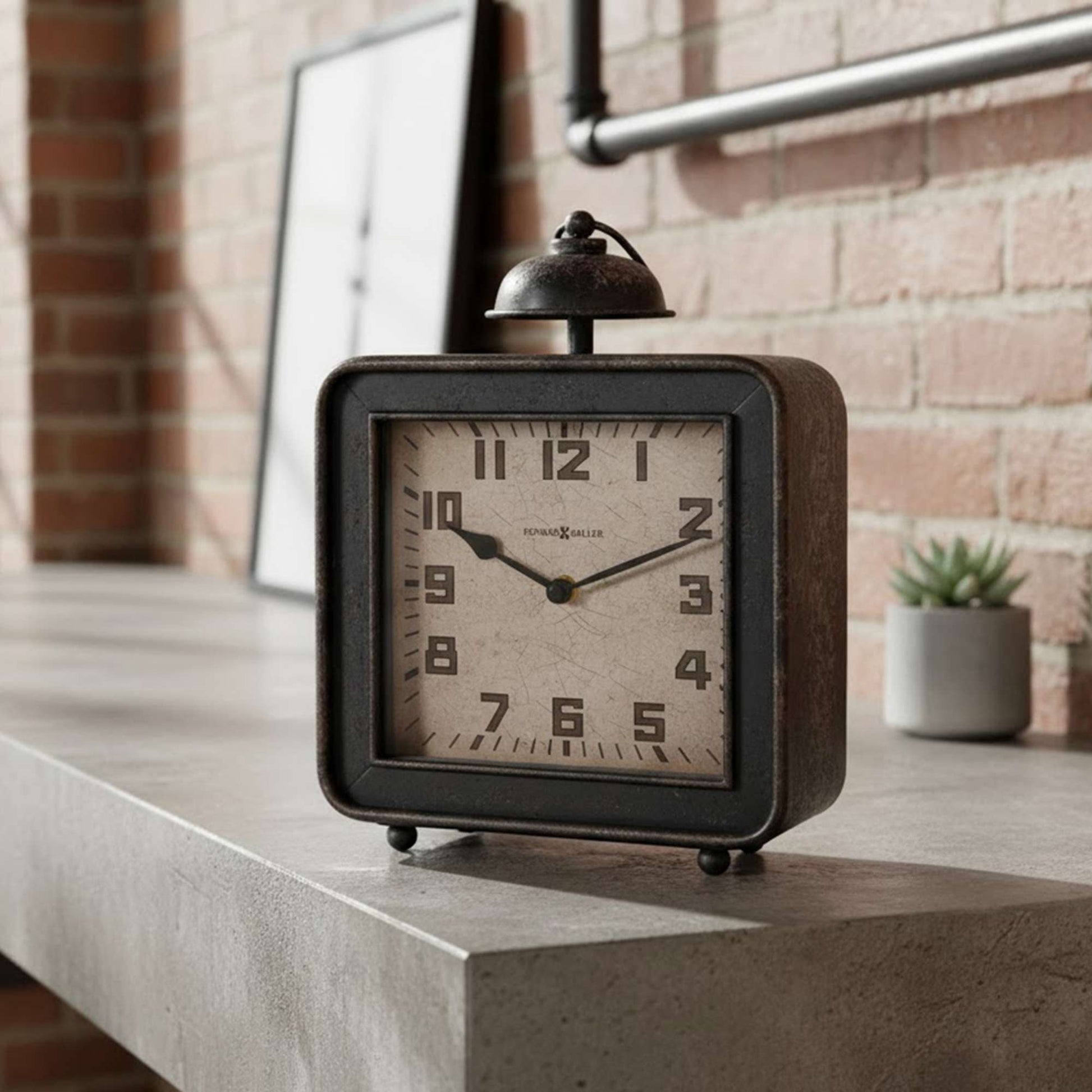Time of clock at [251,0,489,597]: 10:11
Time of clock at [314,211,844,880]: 10:11
